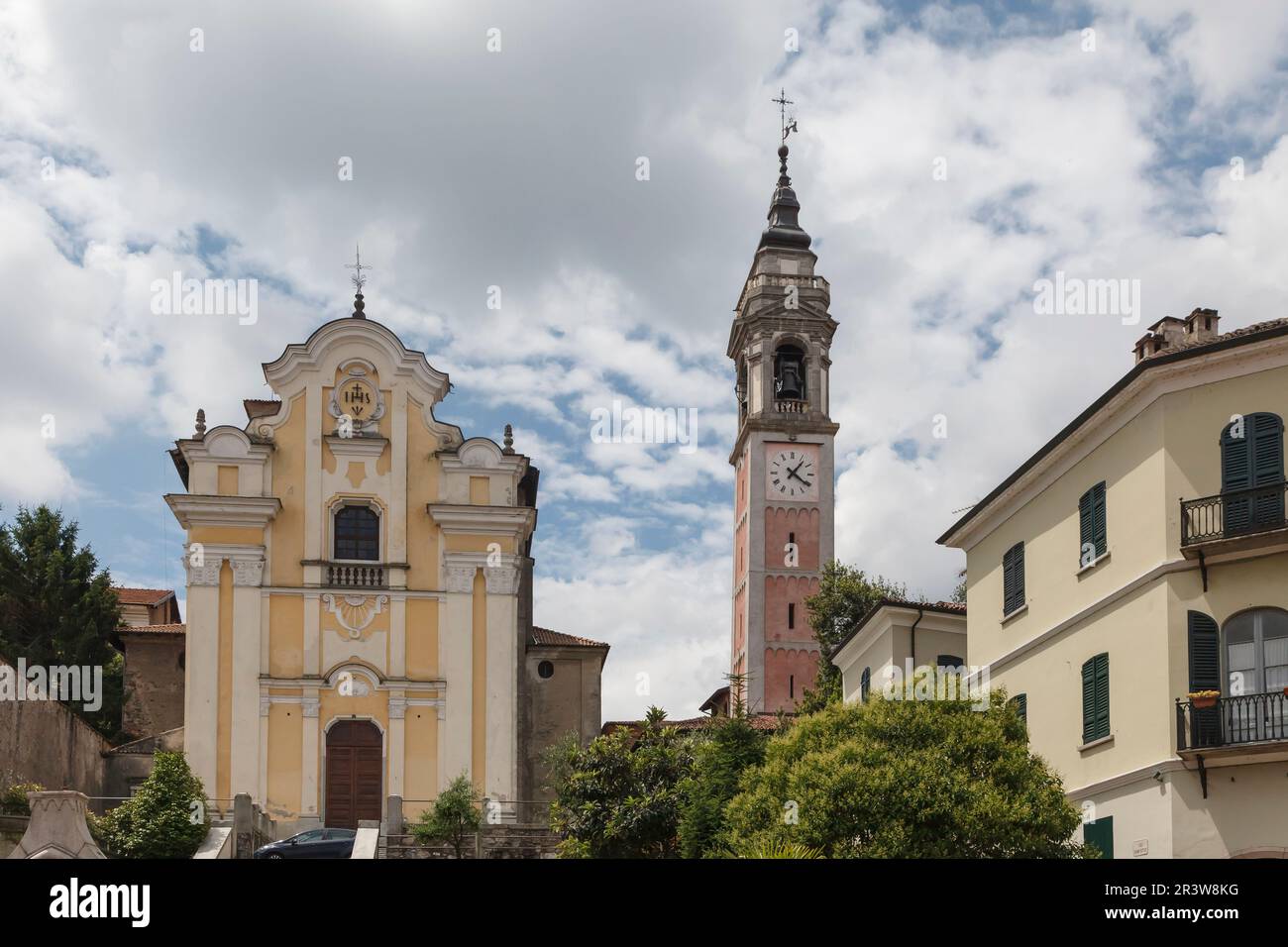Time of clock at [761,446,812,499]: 1:21
